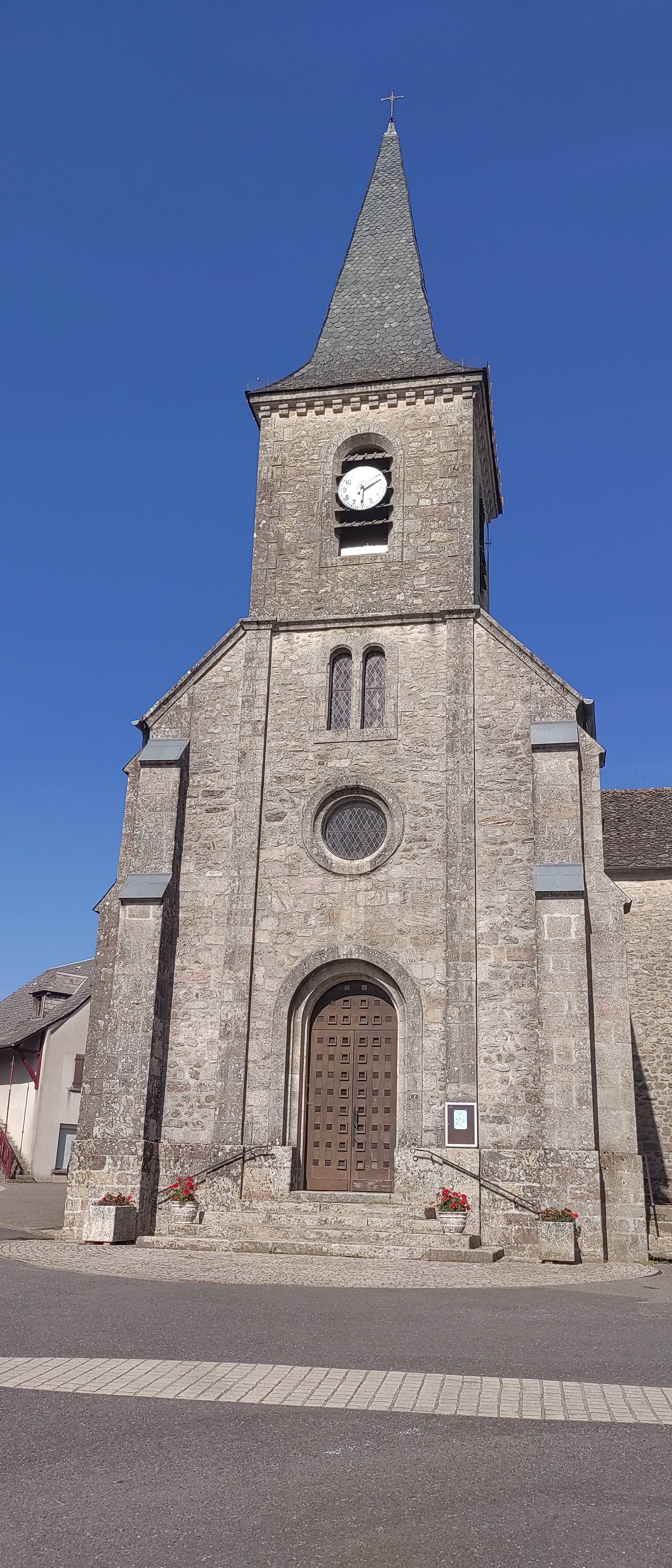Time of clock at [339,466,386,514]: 6:10
